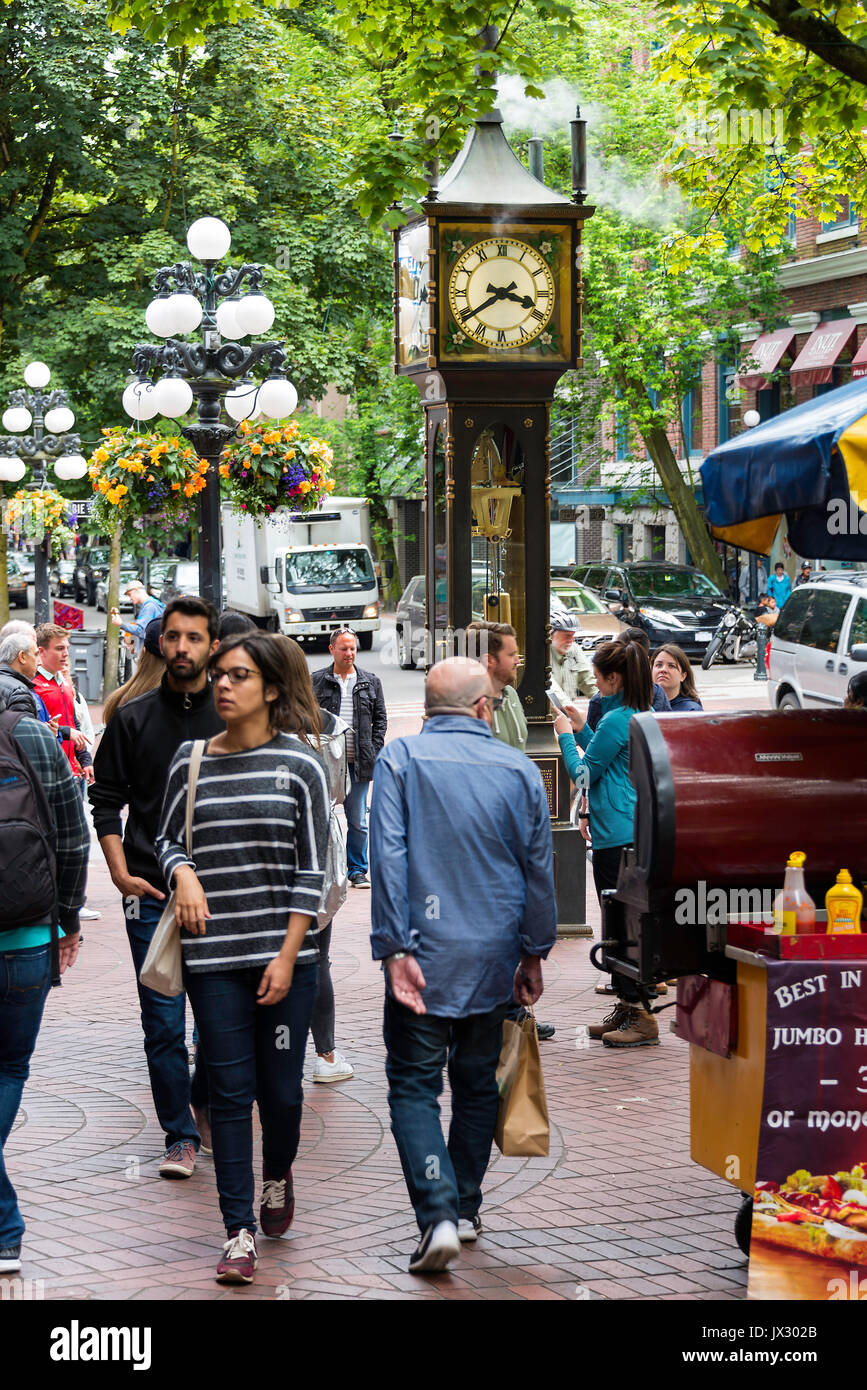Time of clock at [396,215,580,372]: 3:39
